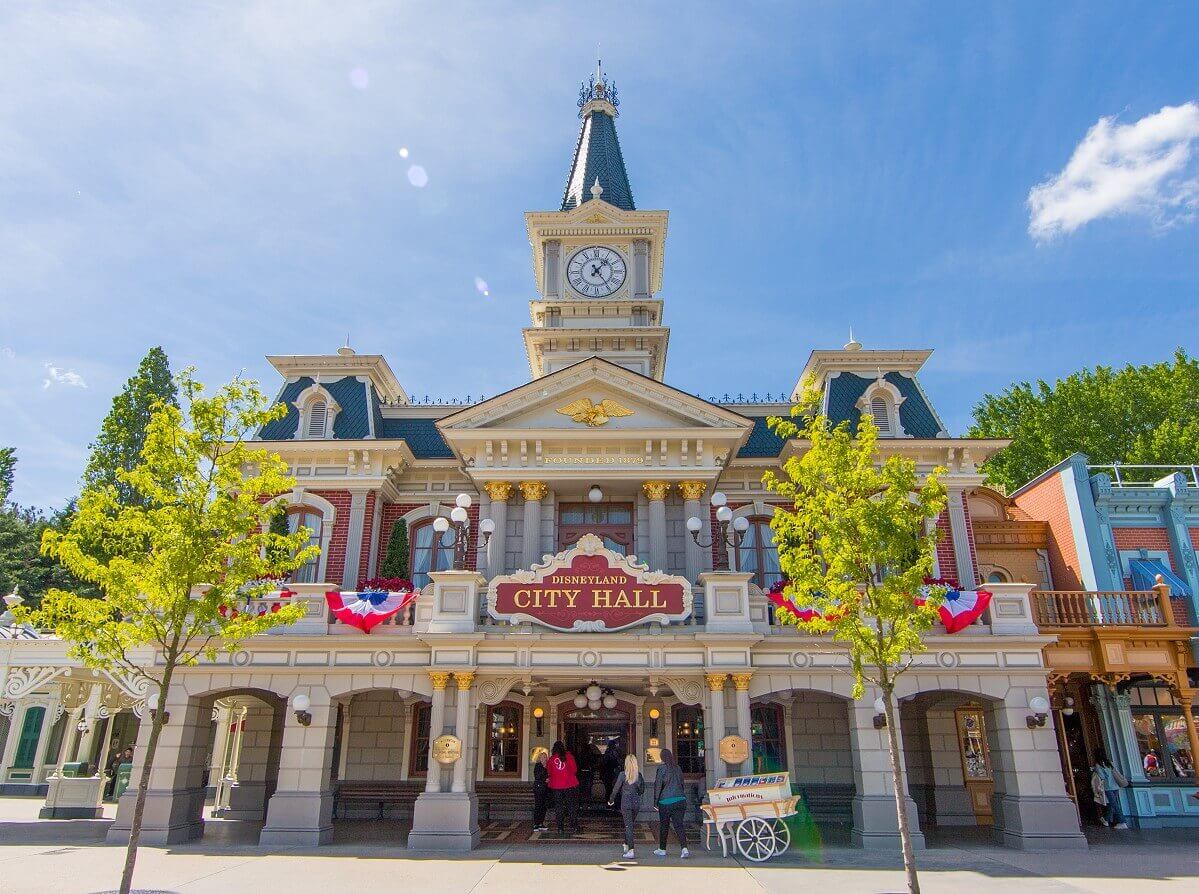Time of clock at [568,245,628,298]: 1:24
